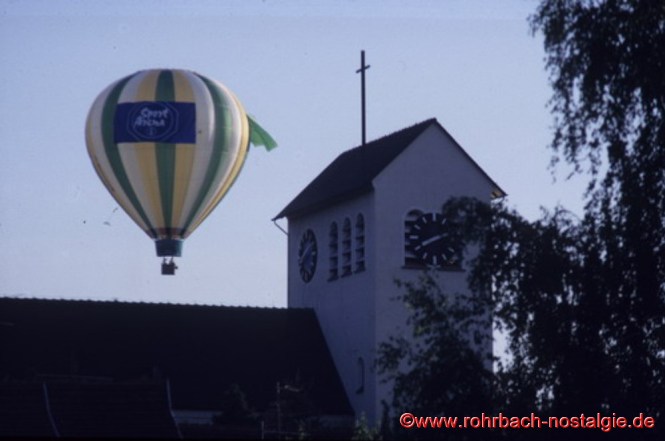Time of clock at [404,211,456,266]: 8:11
